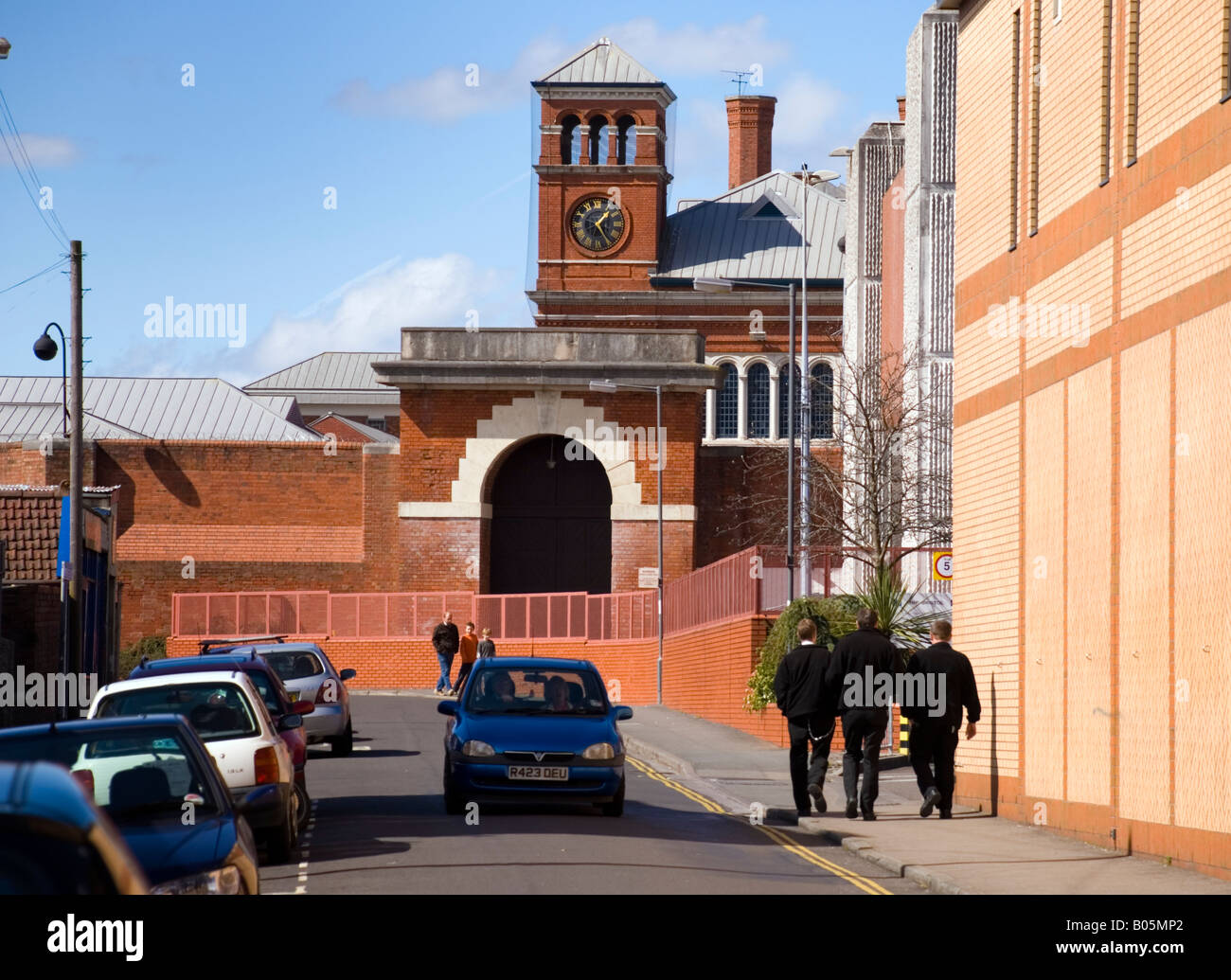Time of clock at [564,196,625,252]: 1:24
